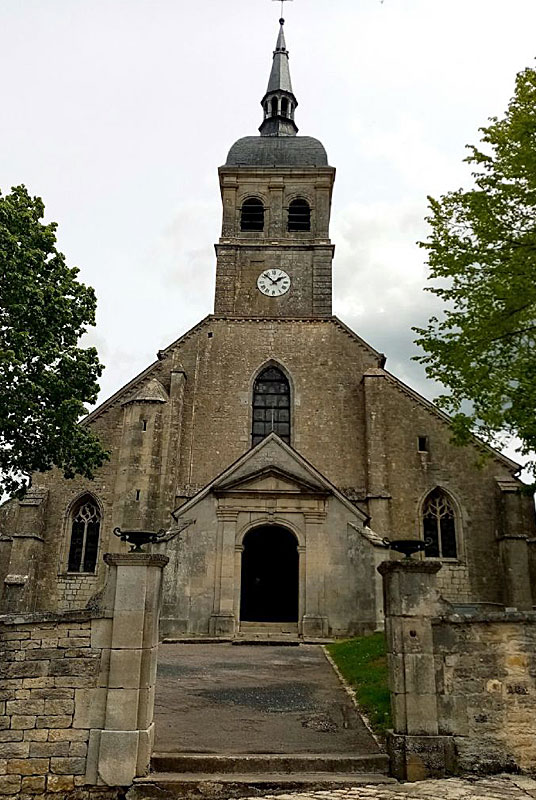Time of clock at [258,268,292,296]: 1:52
